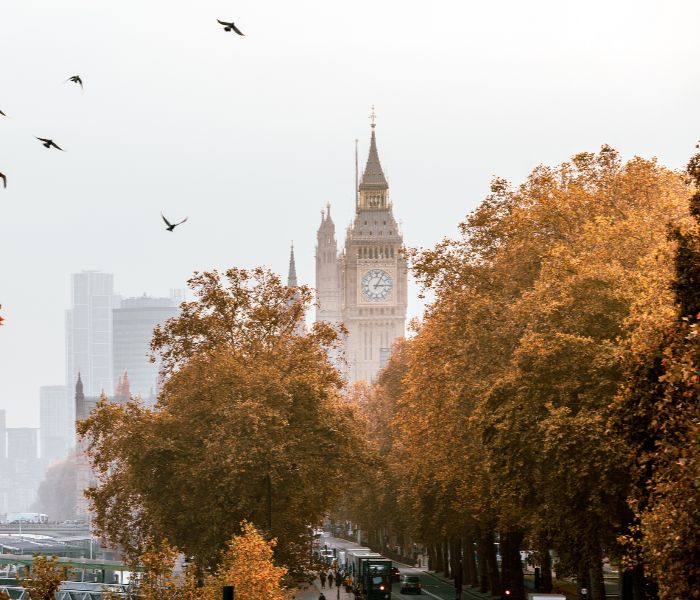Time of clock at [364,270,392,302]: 3:04
